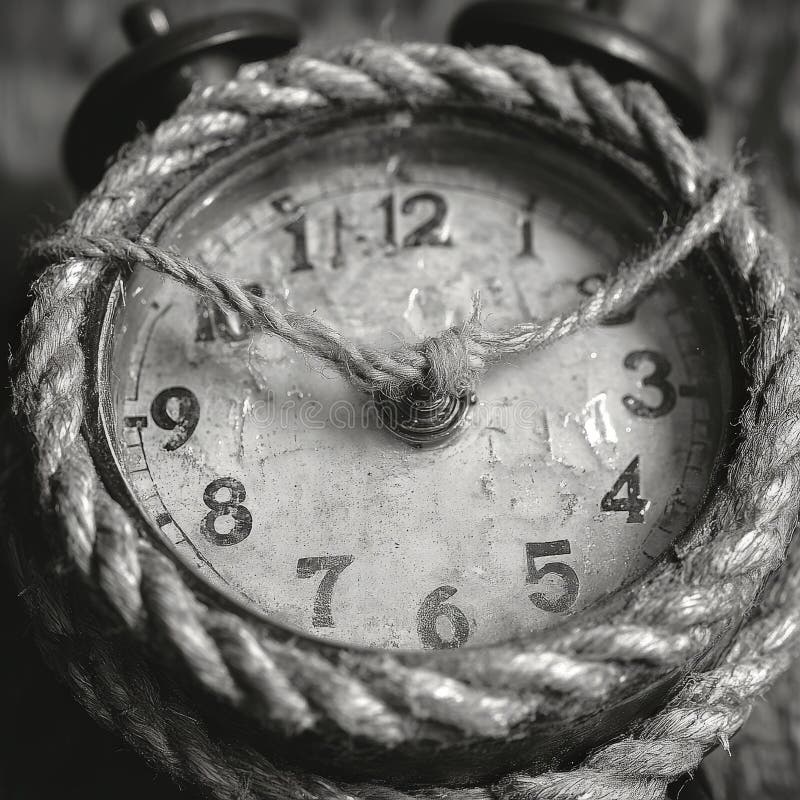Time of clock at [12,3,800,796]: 1:50
